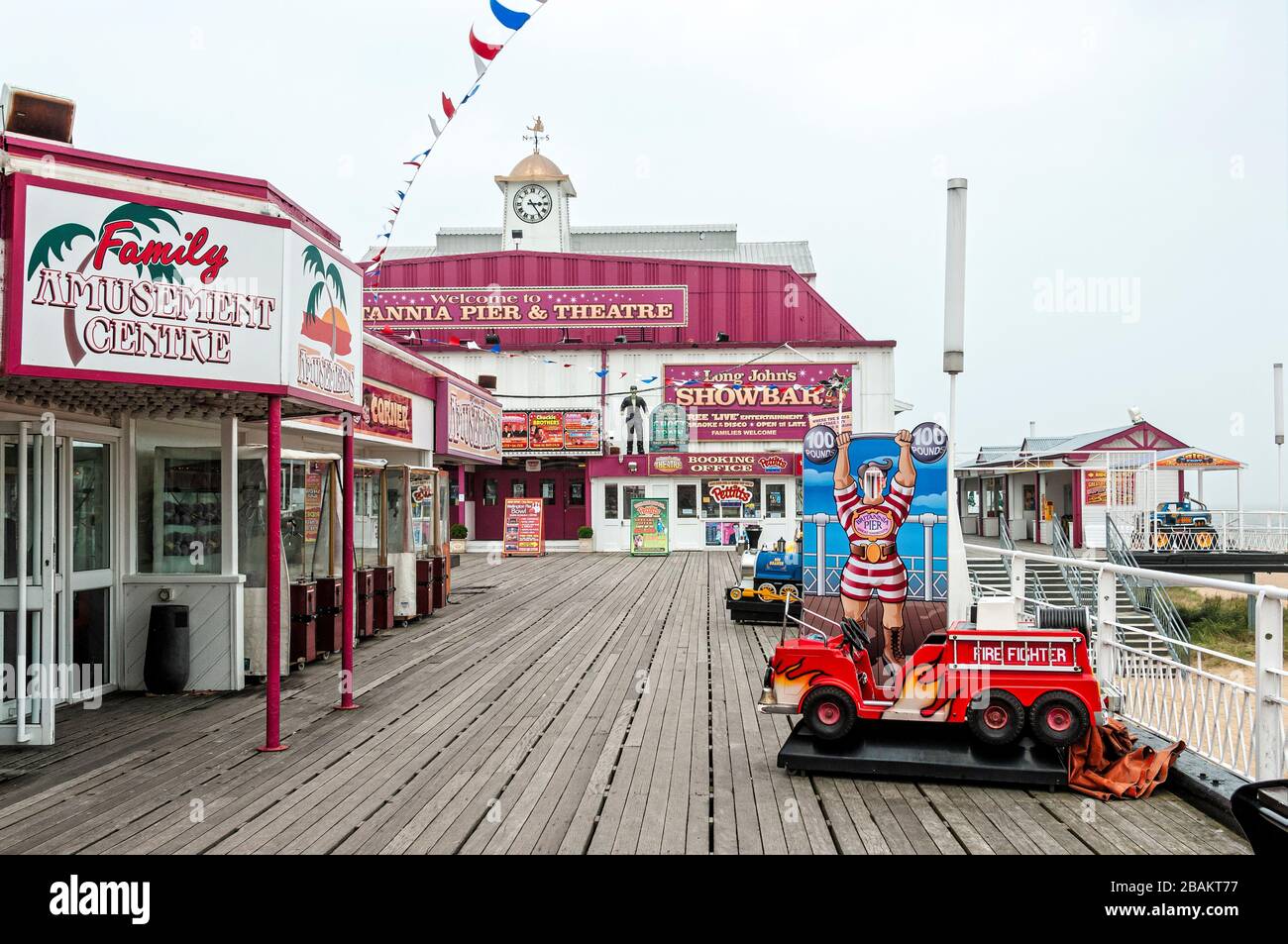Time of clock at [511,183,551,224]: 3:24
